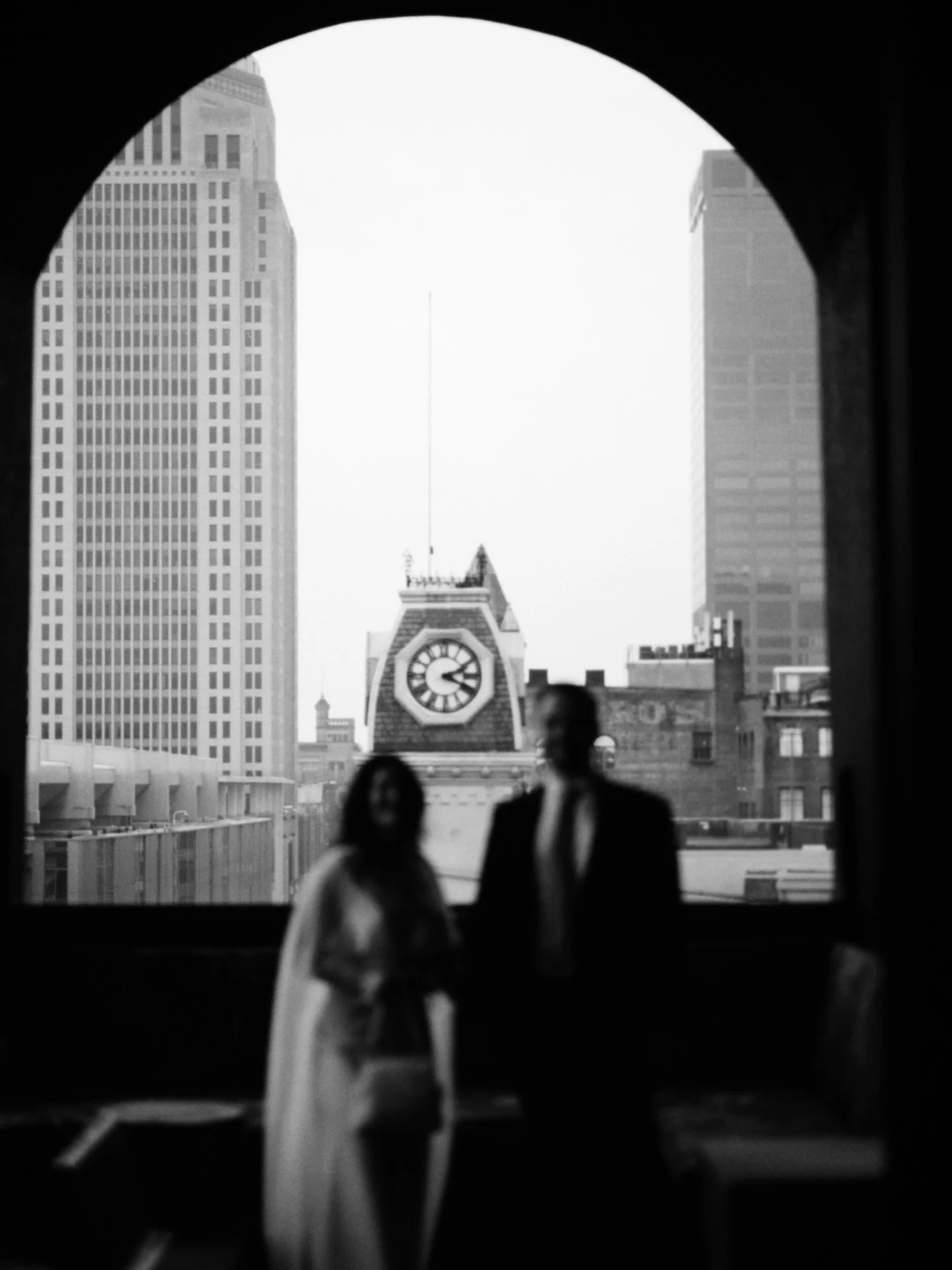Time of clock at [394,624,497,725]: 2:18
